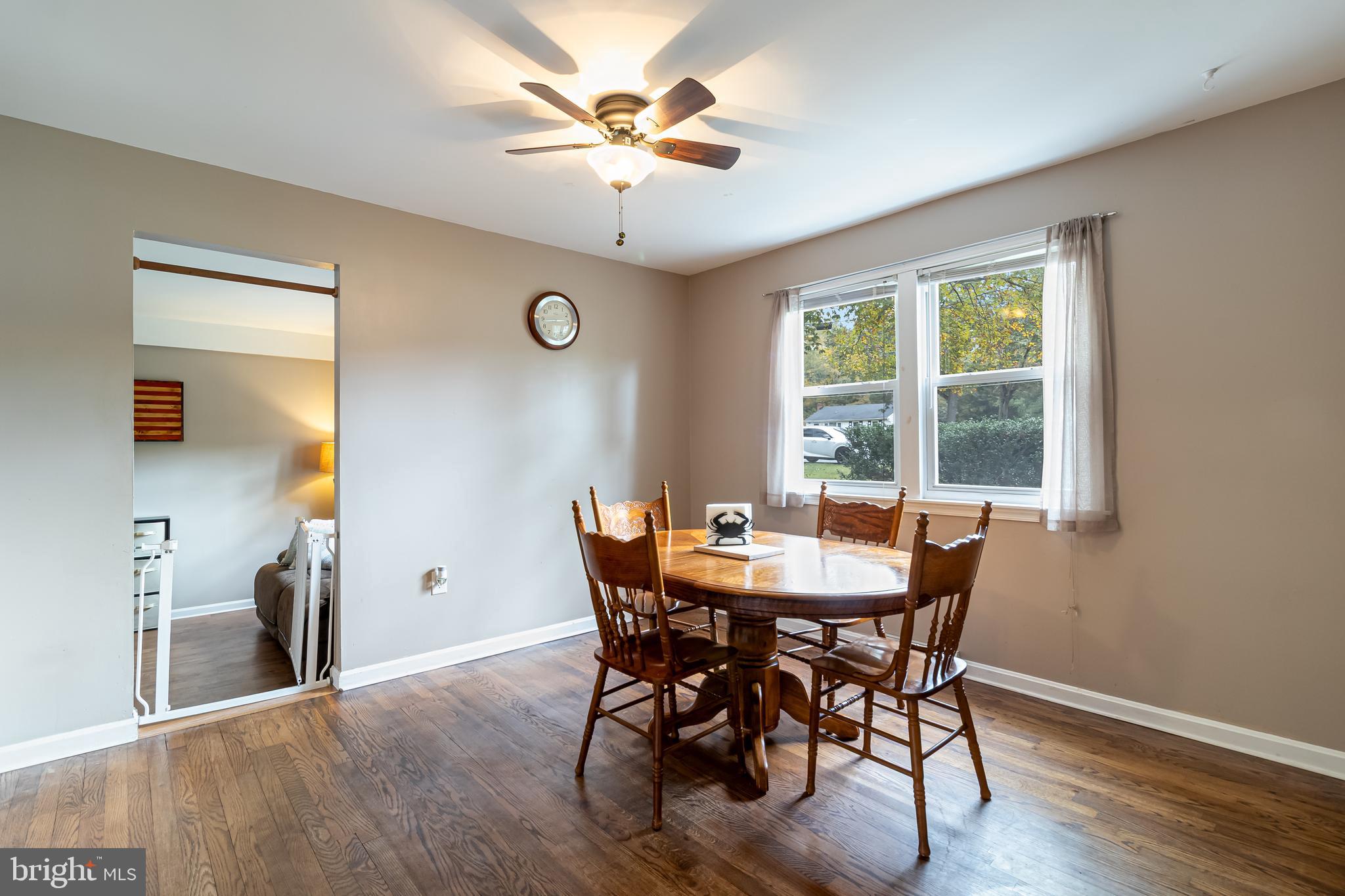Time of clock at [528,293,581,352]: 2:43
